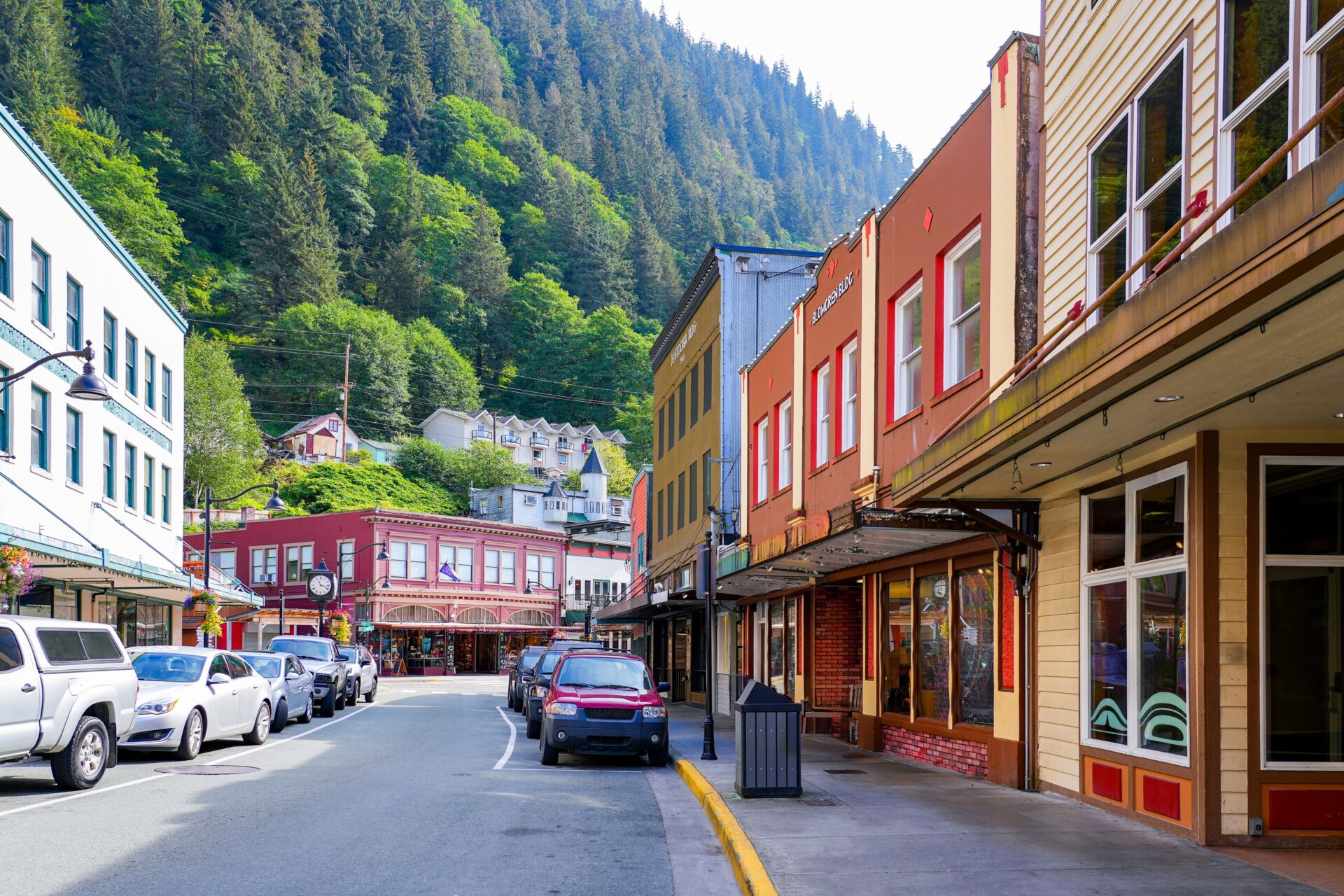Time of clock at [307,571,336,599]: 11:17
